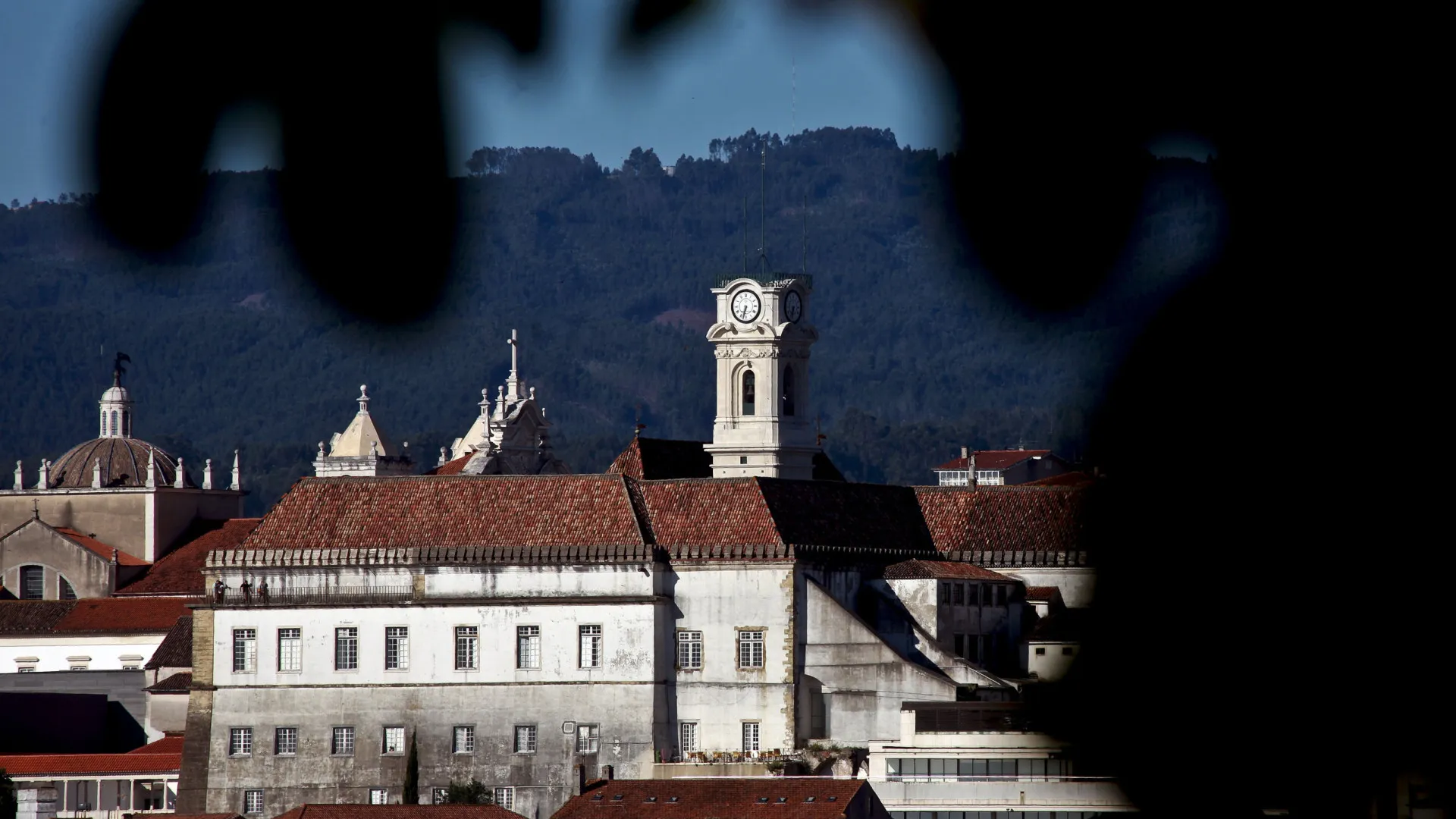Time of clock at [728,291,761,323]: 6:32
